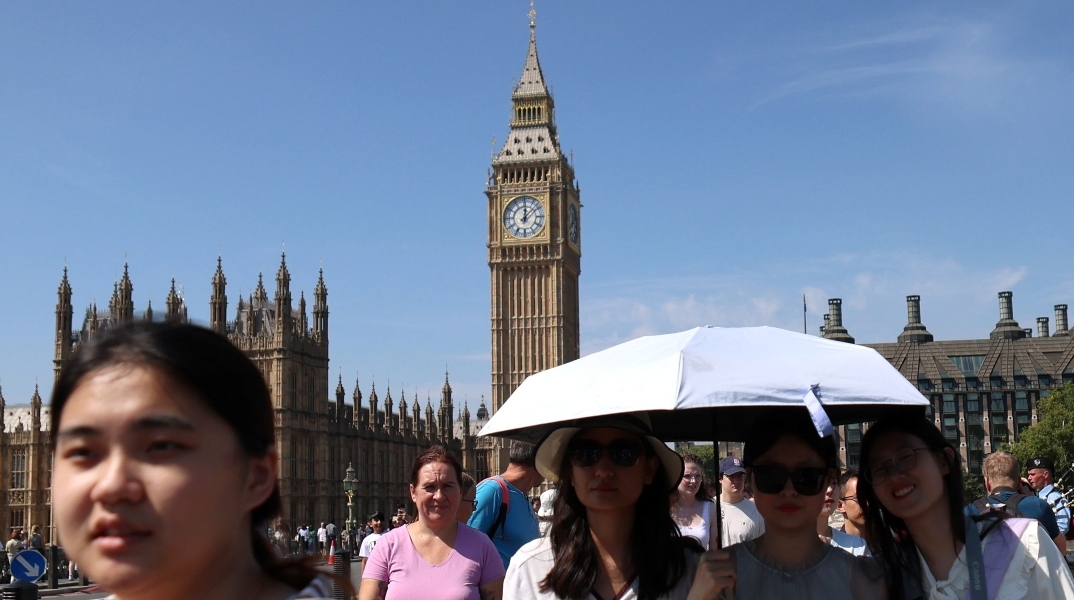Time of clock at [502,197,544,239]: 12:07
